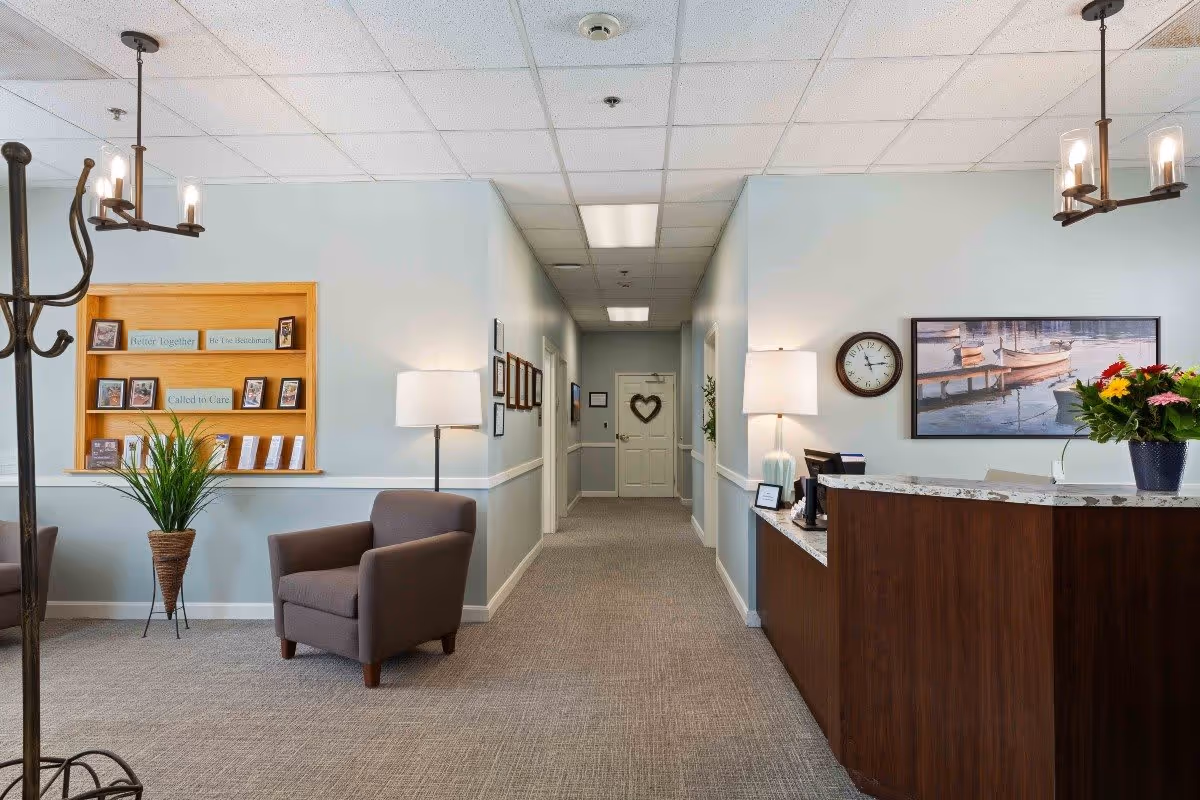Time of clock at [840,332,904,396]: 11:13
